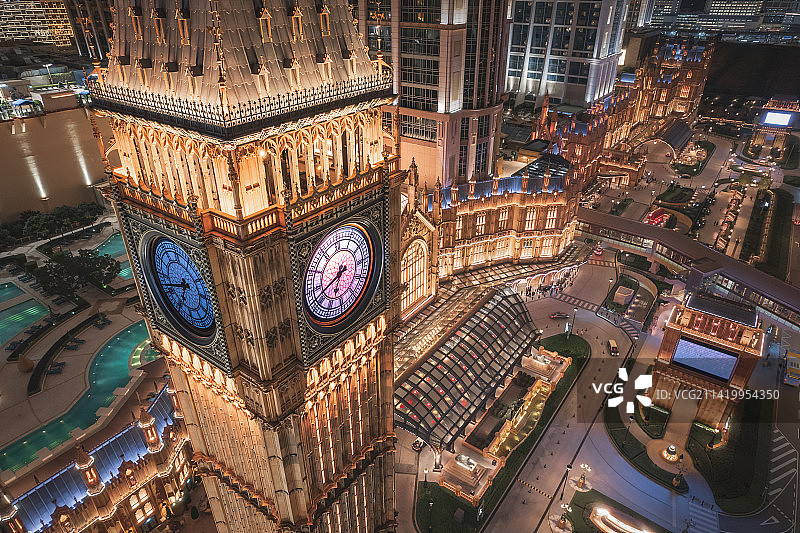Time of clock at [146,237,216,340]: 6:41
